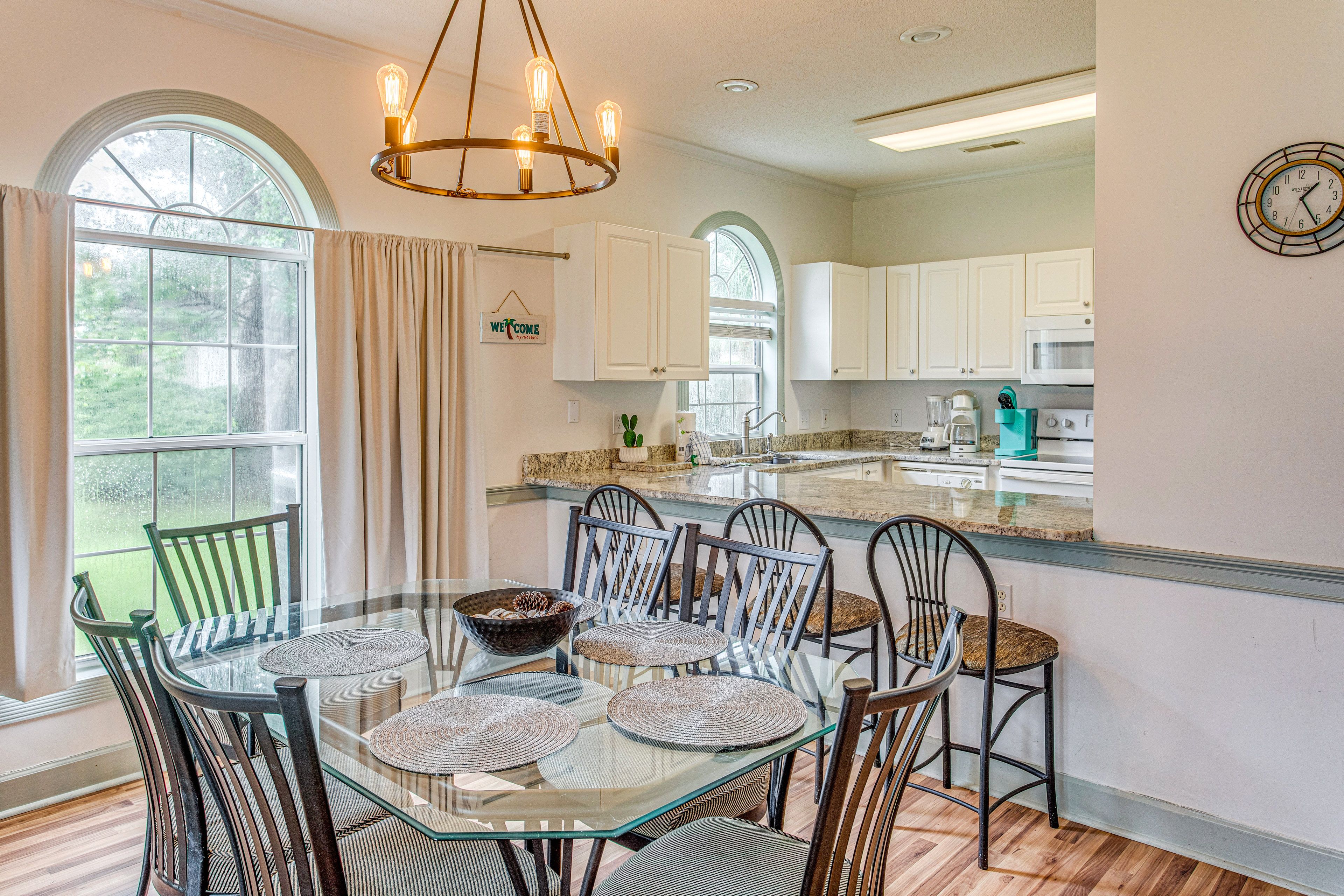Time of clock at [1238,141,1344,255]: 1:25
